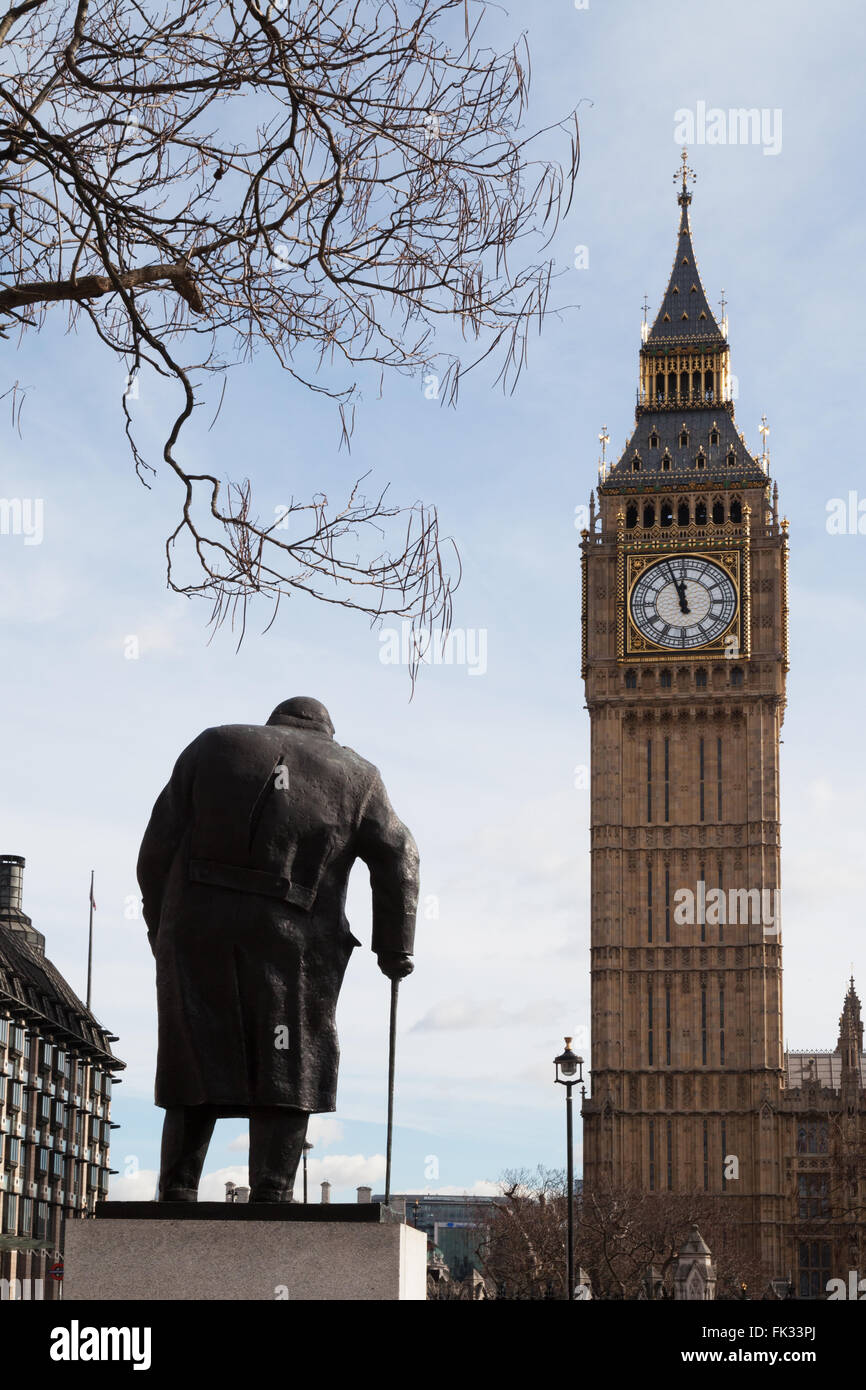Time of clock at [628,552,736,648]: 11:56
